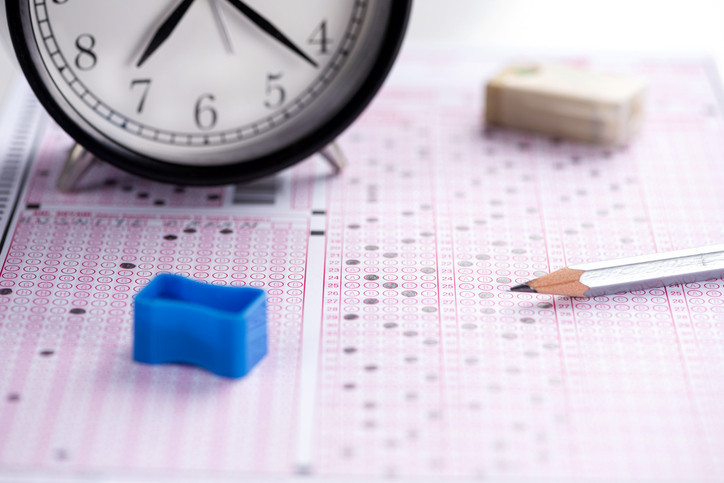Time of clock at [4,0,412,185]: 7:21
